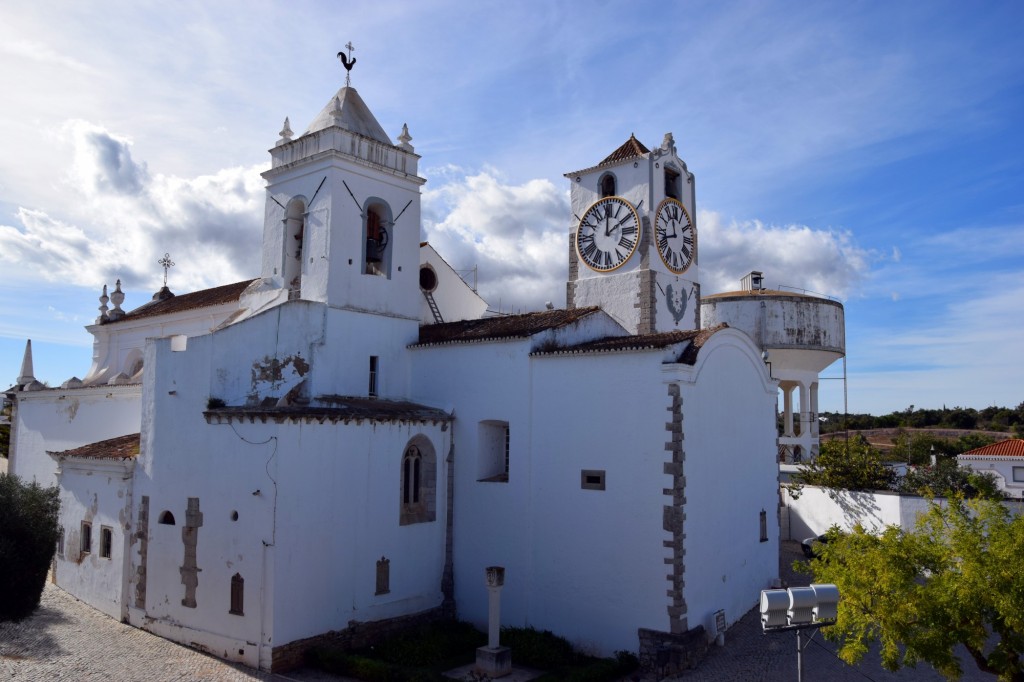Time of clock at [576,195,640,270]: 2:00
